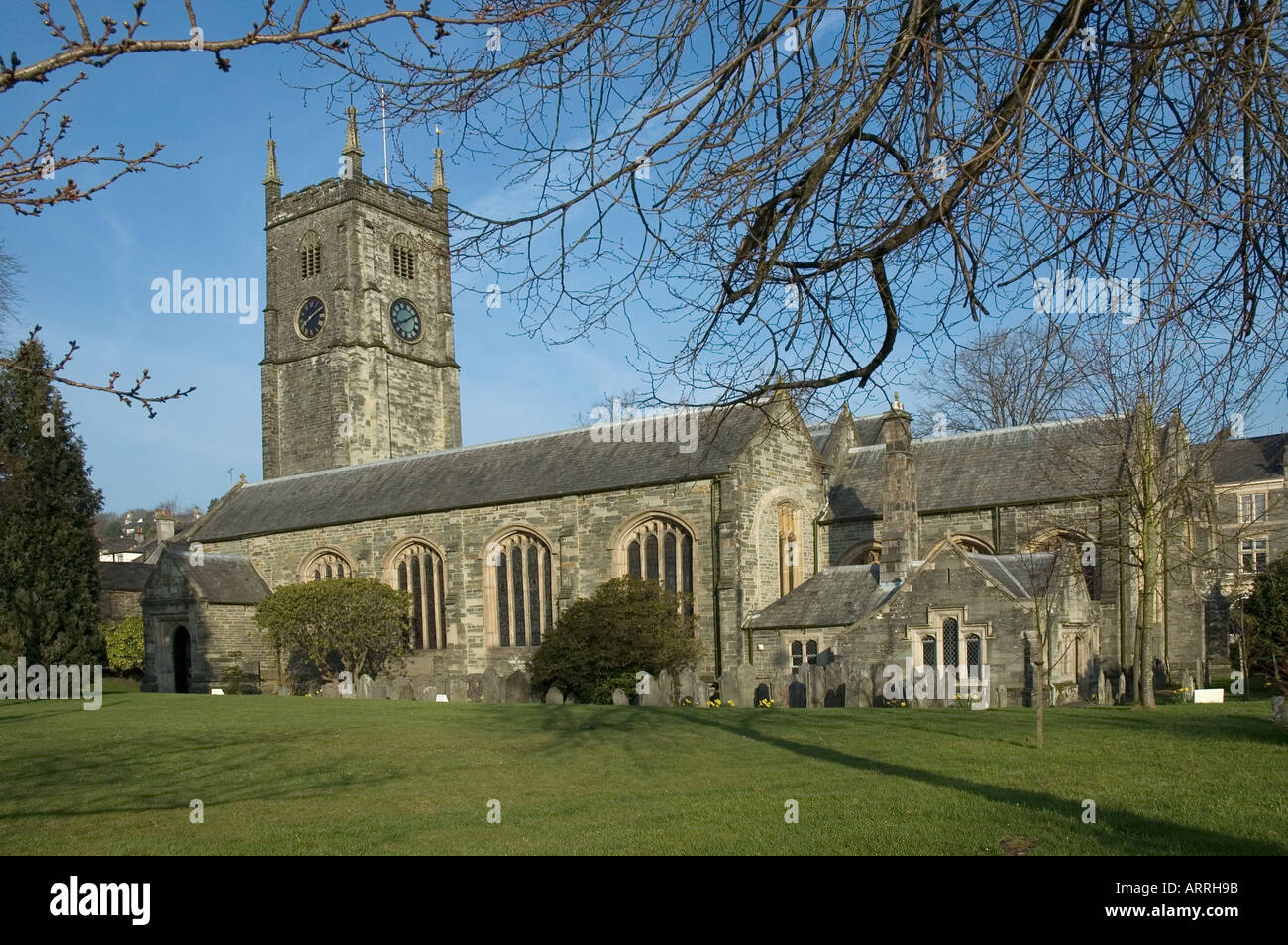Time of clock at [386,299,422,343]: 8:09
